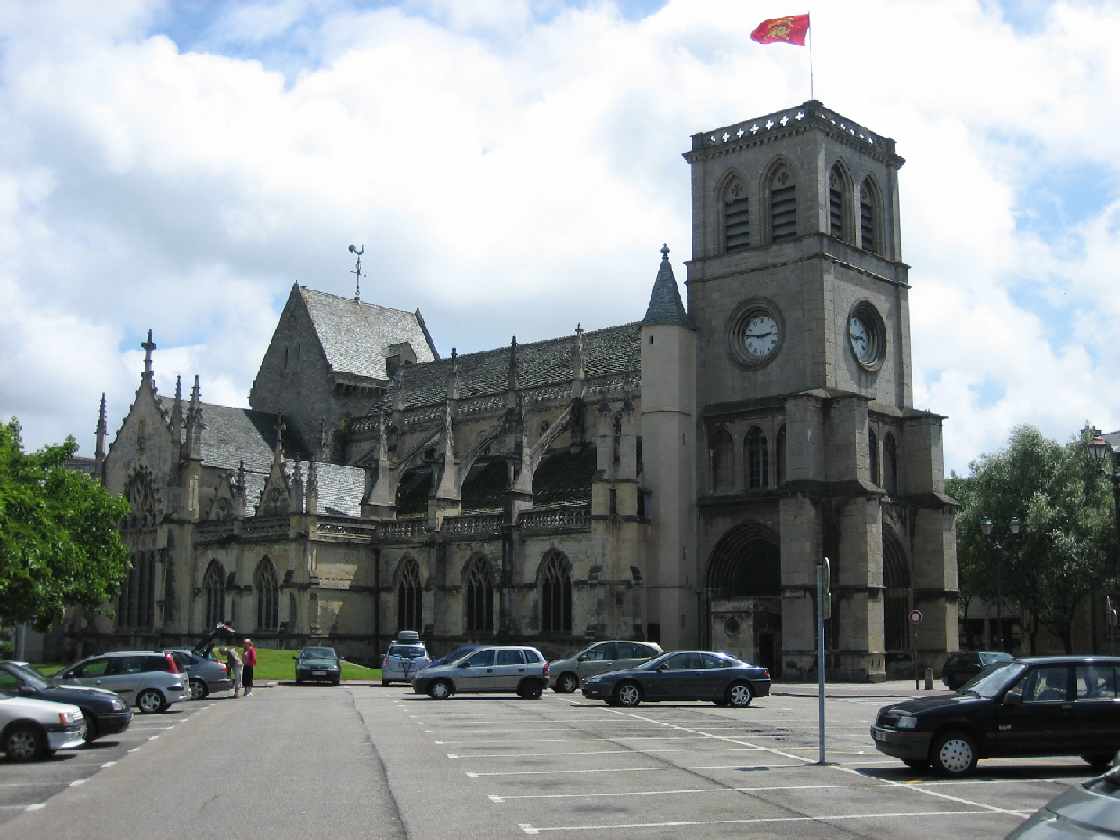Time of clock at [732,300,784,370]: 2:46
